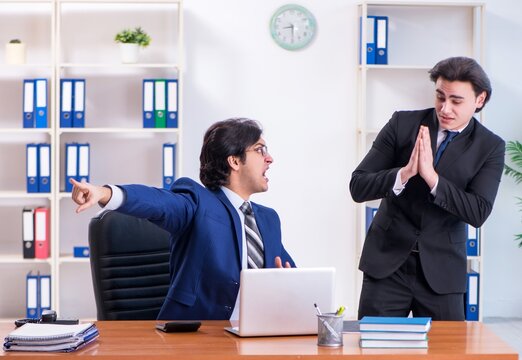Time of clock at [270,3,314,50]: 8:29
